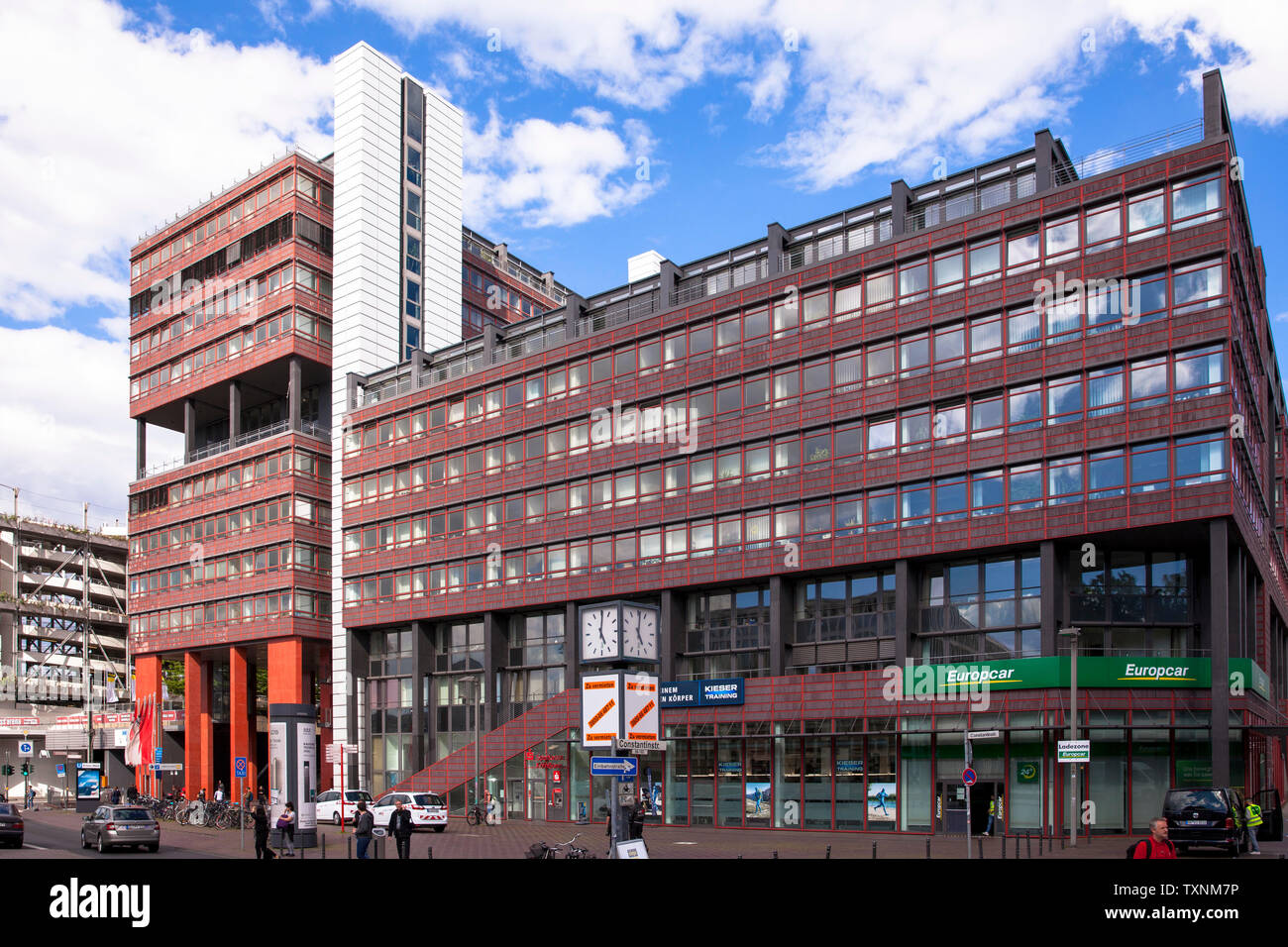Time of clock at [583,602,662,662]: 5:01
